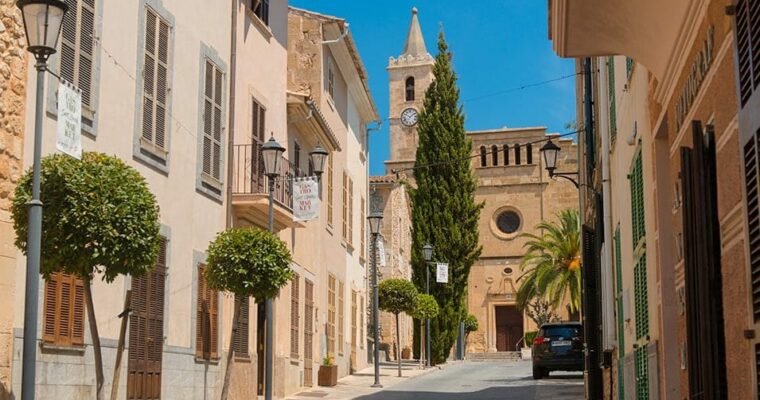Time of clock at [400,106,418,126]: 1:50
